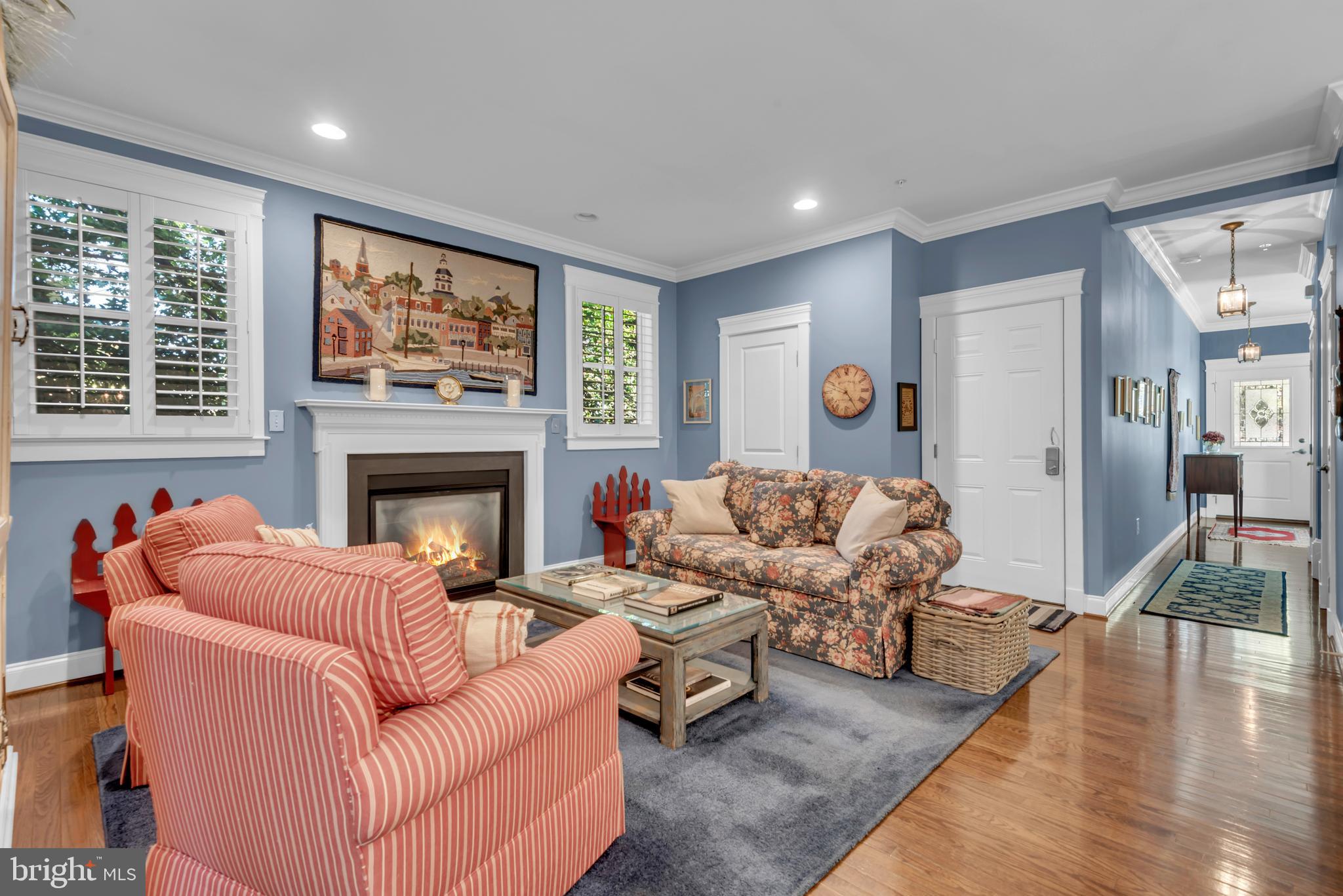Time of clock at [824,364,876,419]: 4:48
